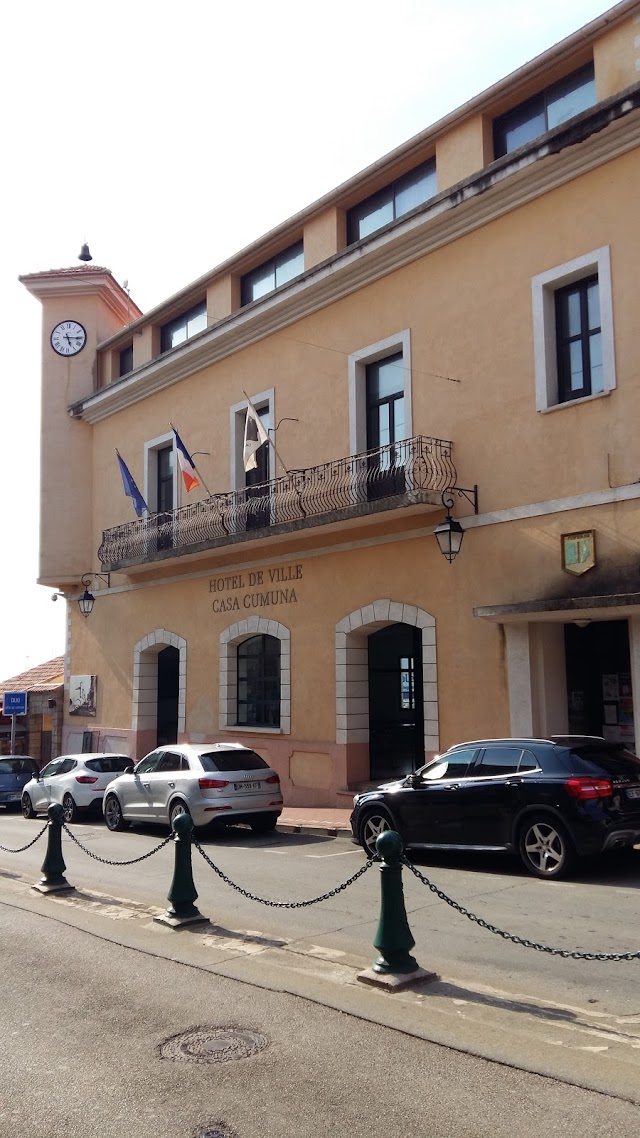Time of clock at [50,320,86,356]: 5:15
